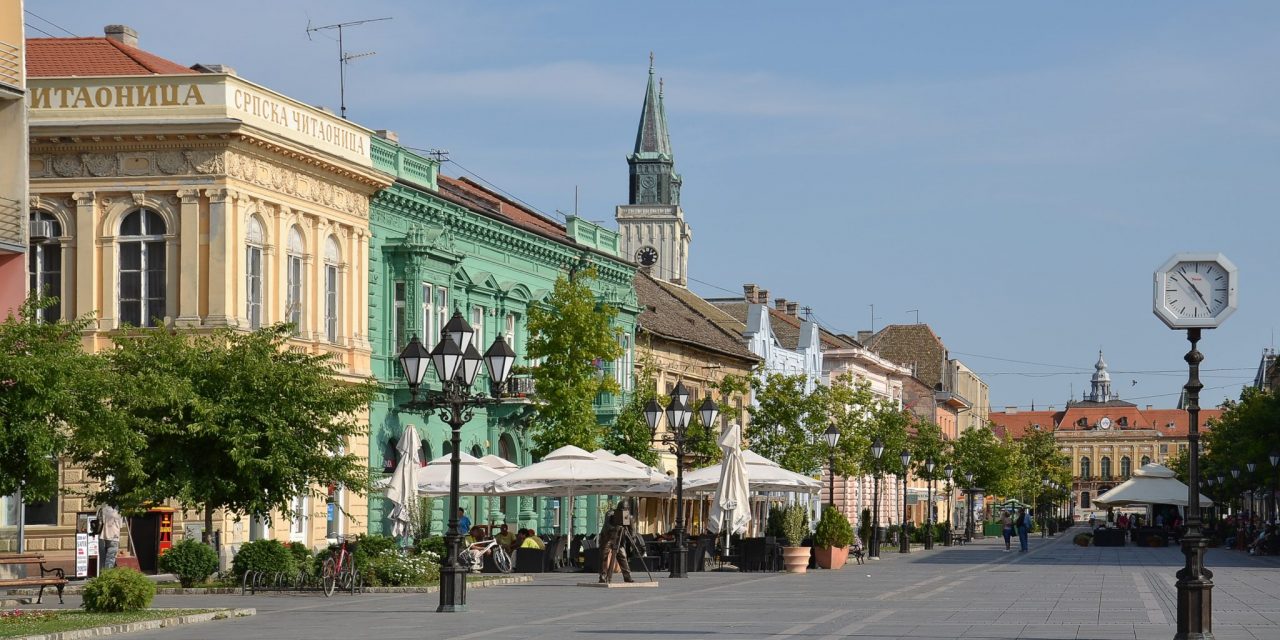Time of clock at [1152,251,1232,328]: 4:53
